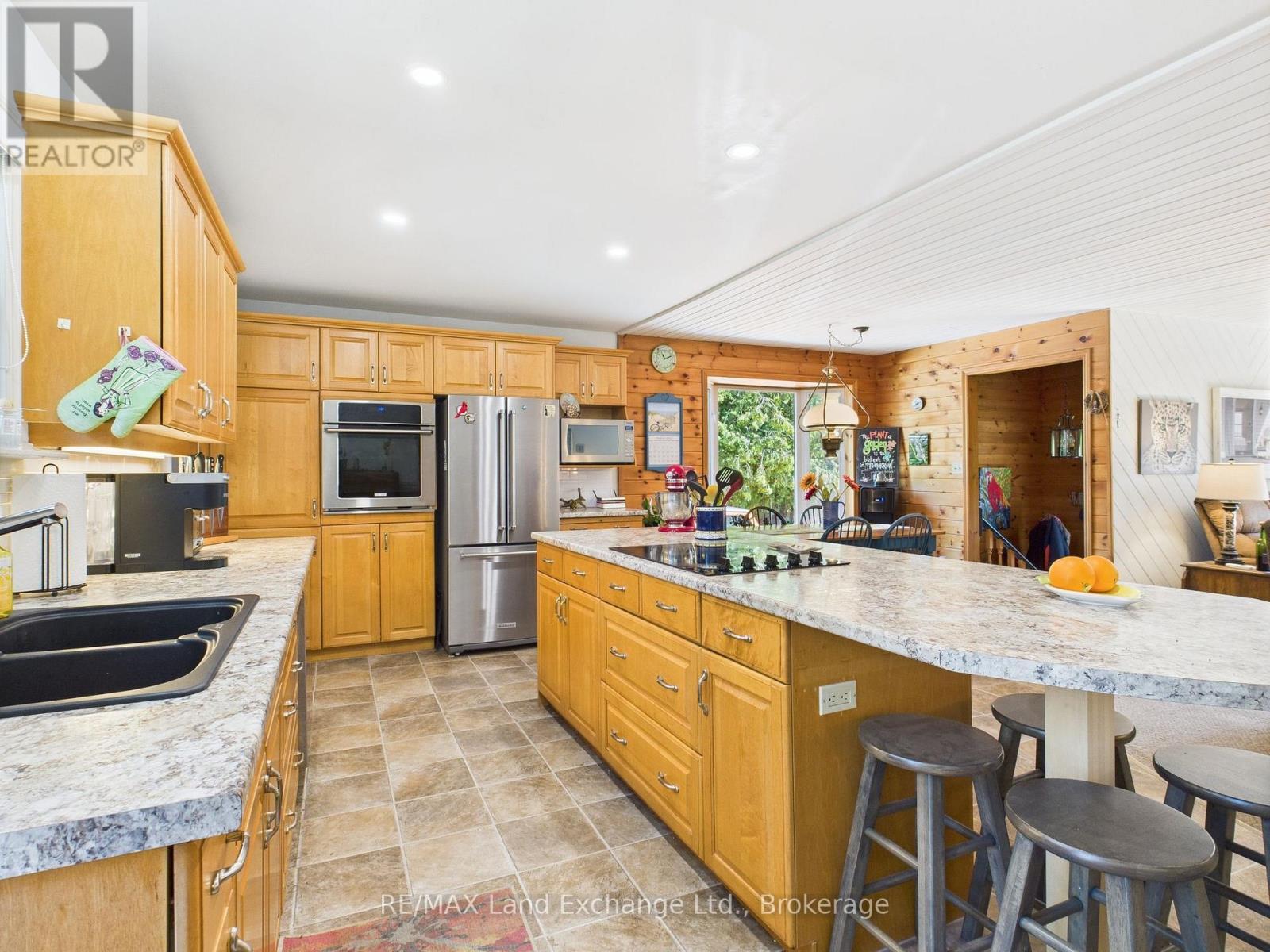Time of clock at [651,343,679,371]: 11:11
